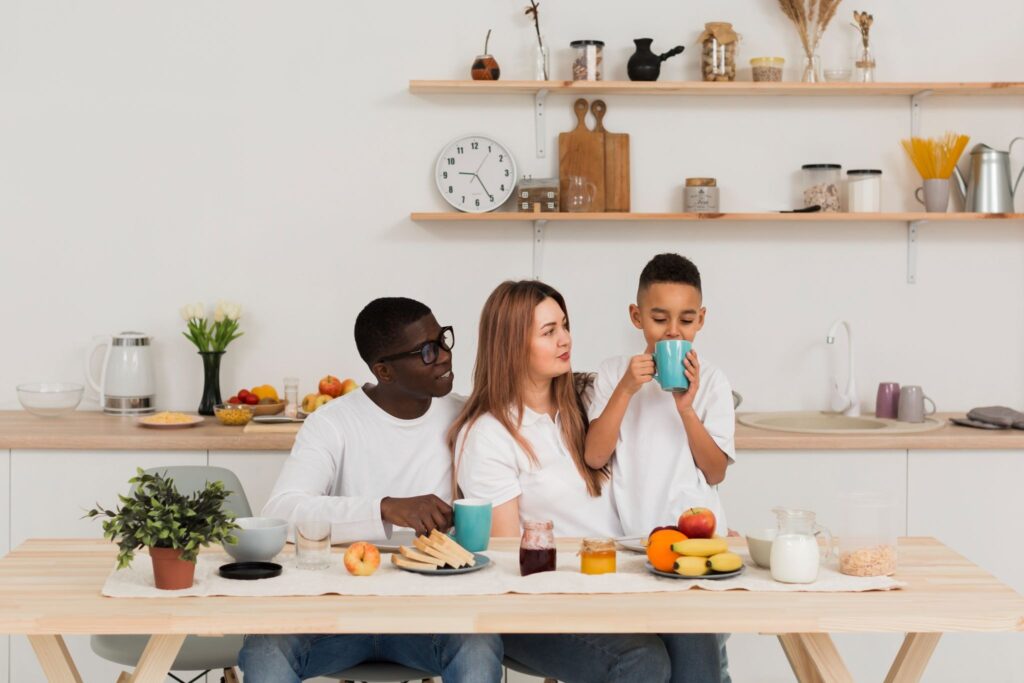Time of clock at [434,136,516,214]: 9:05
